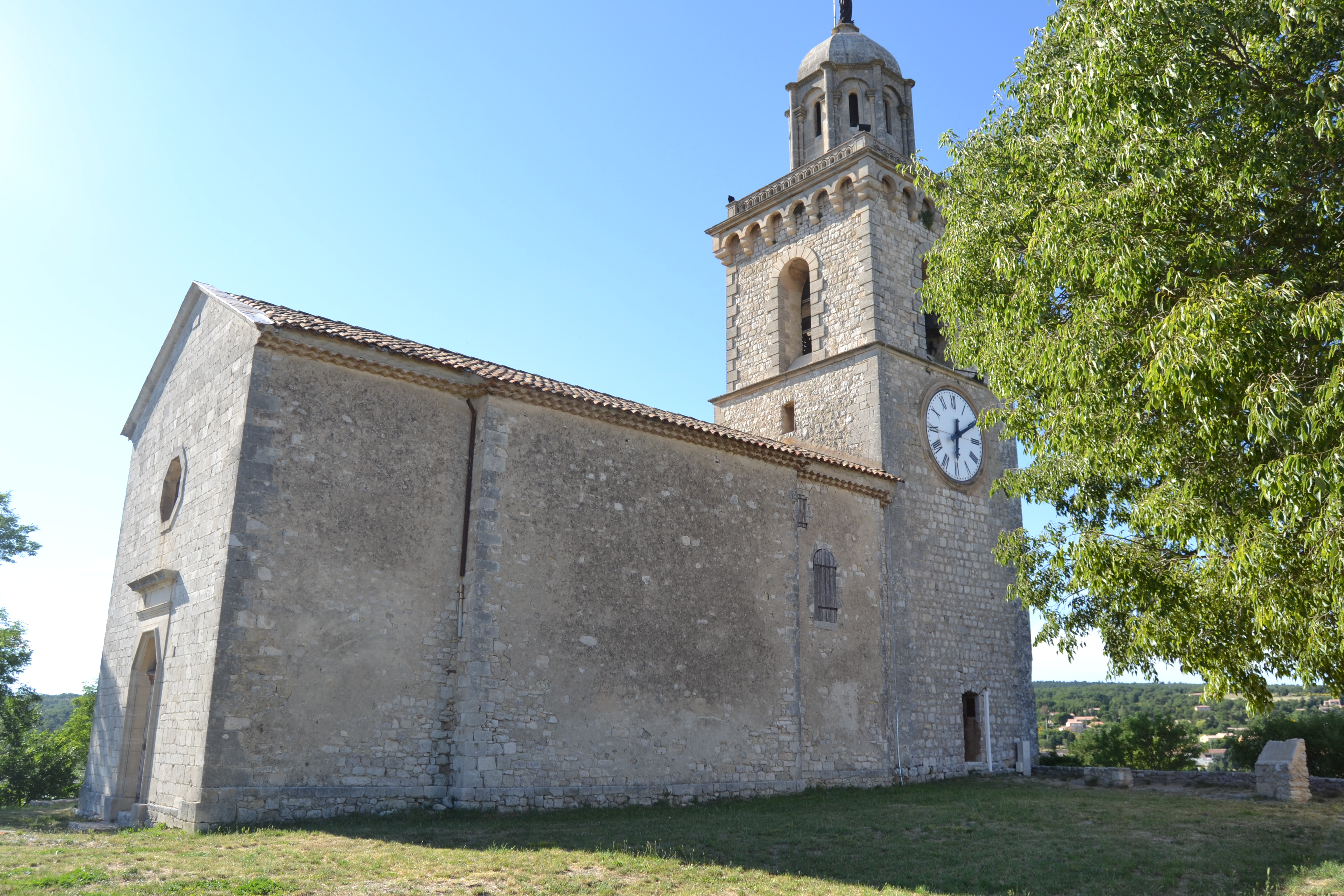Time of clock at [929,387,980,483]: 6:10
